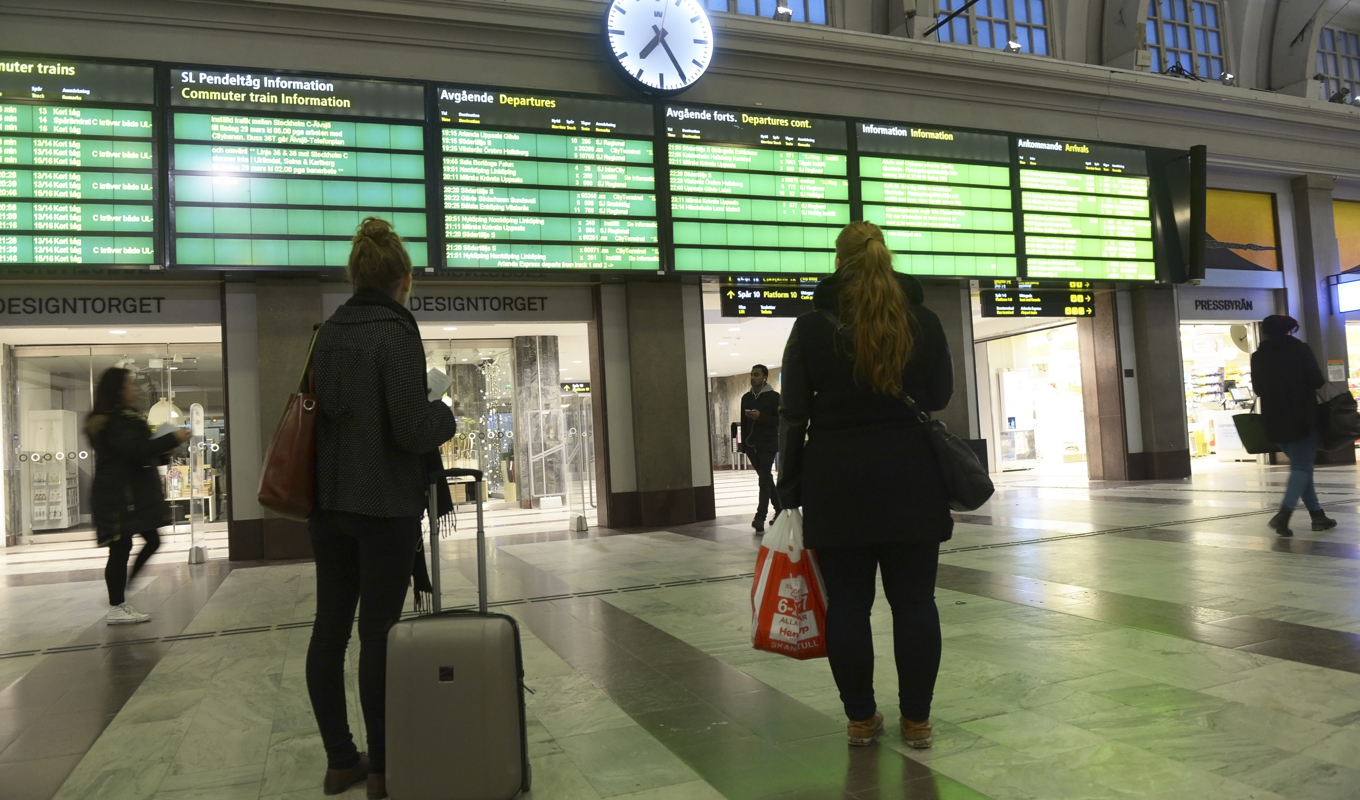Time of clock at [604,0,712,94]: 7:24
